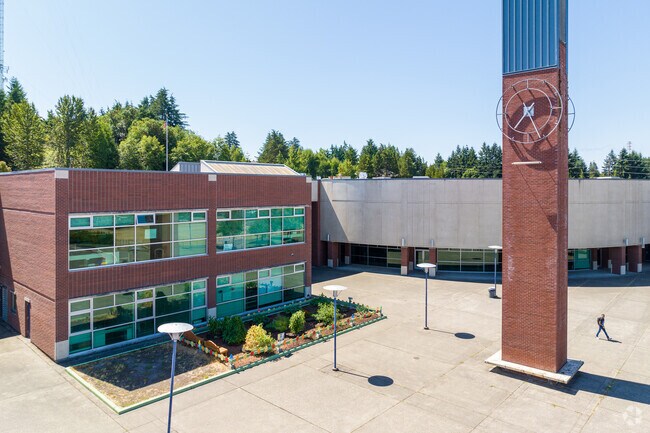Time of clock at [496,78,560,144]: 7:25
